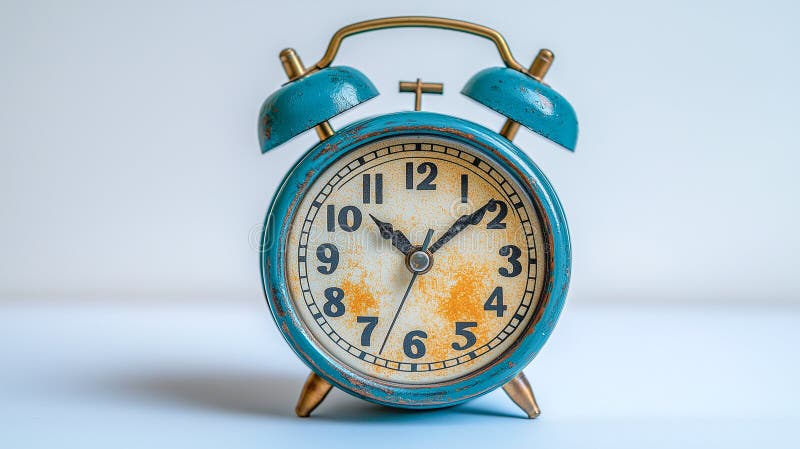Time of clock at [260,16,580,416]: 10:08
